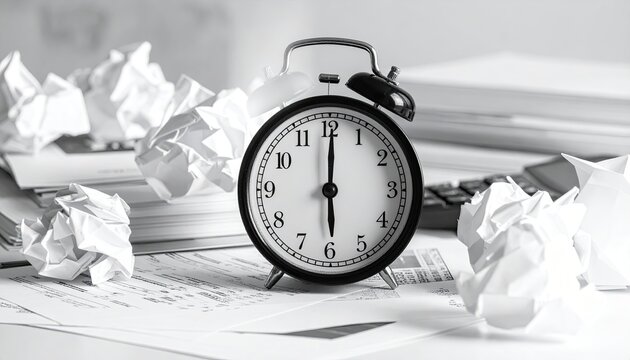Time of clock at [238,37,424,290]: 6:00
